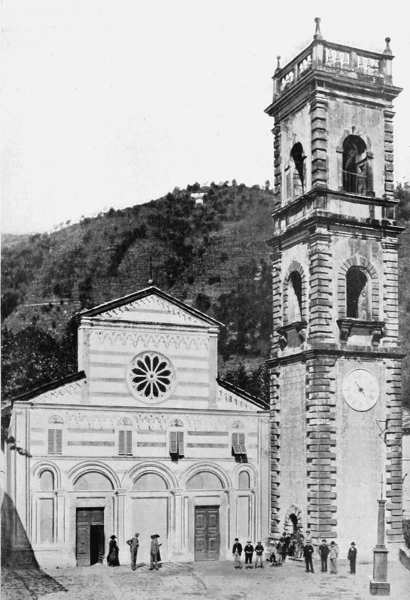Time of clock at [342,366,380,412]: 4:23
